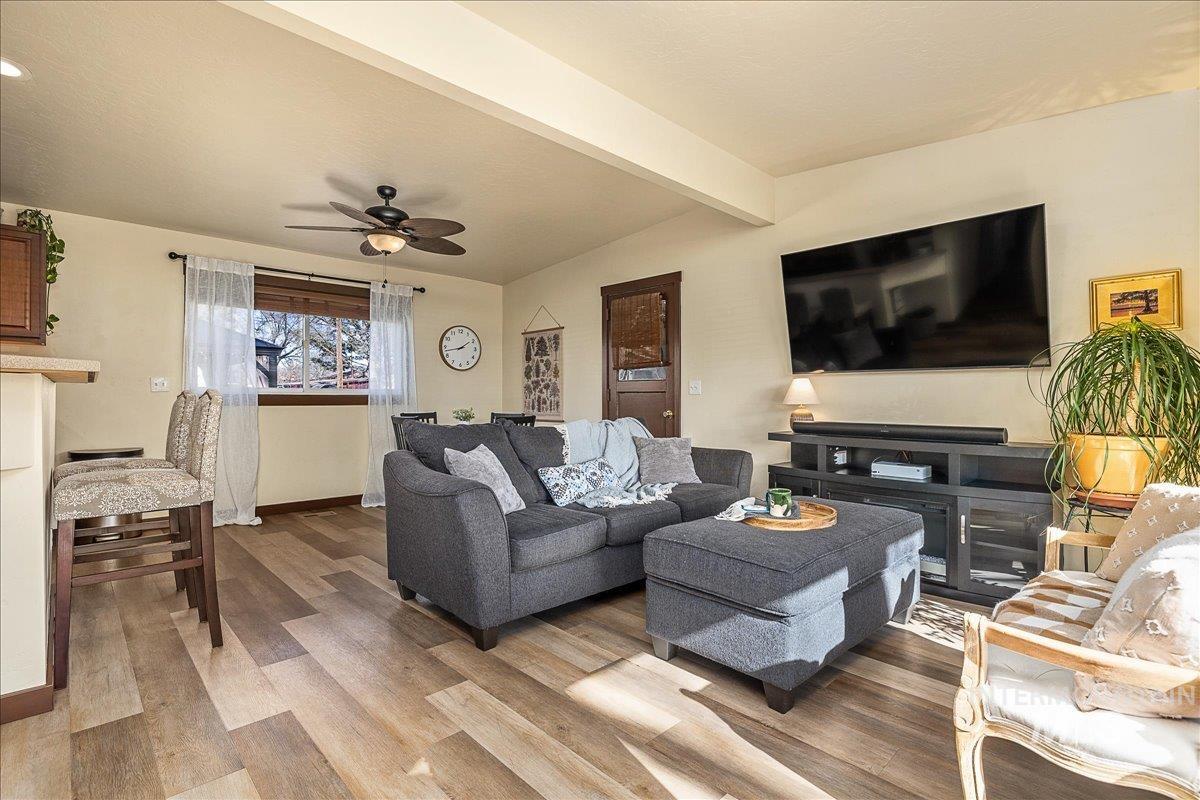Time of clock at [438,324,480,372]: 1:42
